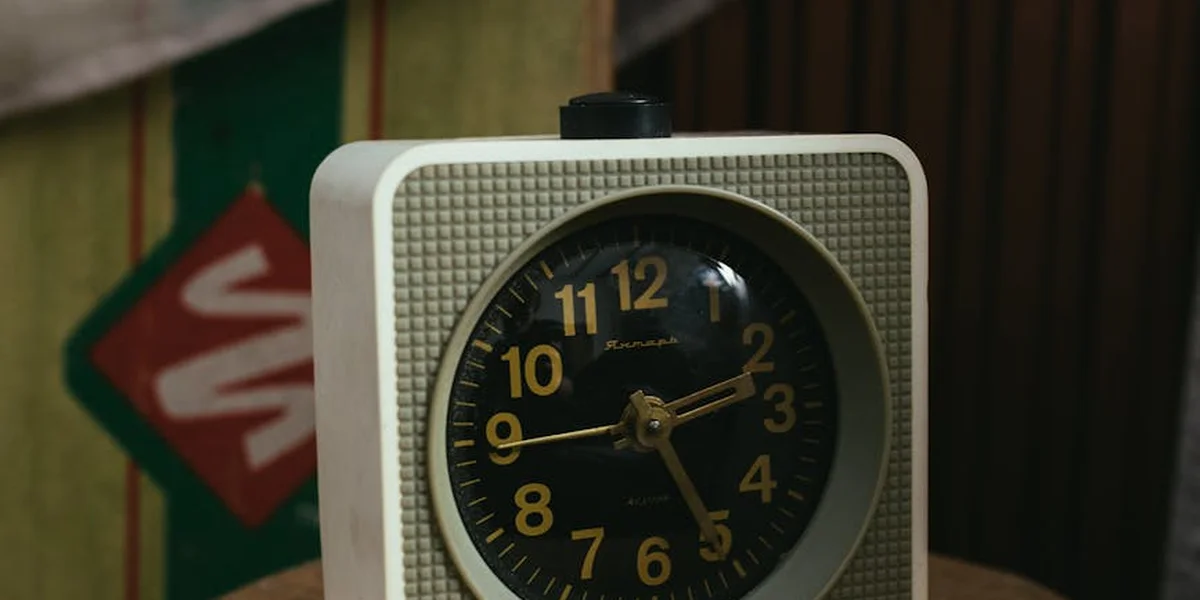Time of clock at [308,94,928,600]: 2:25
